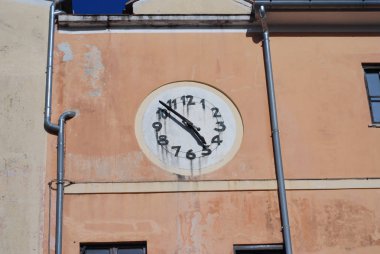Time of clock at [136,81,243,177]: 4:51
